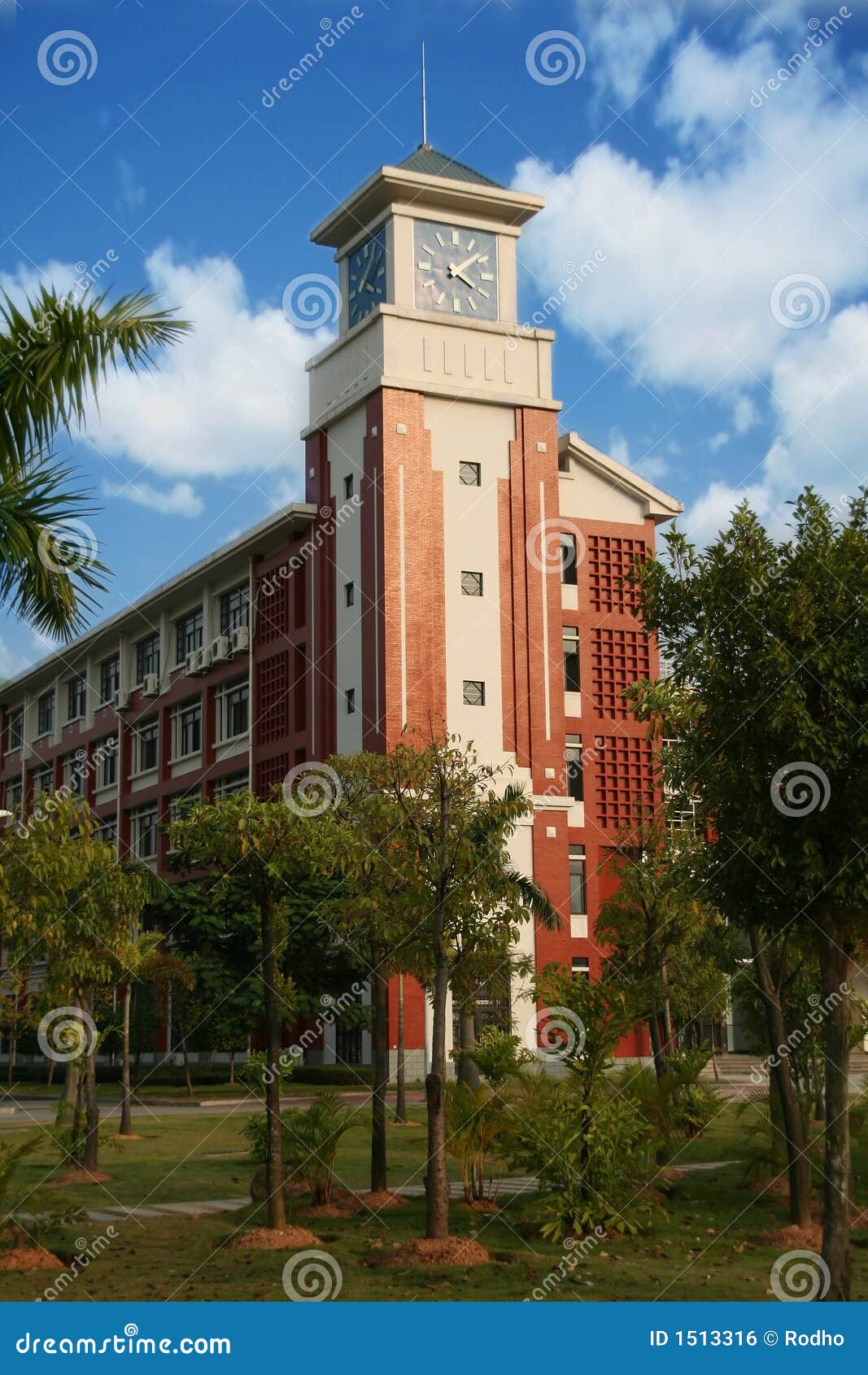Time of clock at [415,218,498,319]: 4:08
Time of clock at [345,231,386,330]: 4:07
